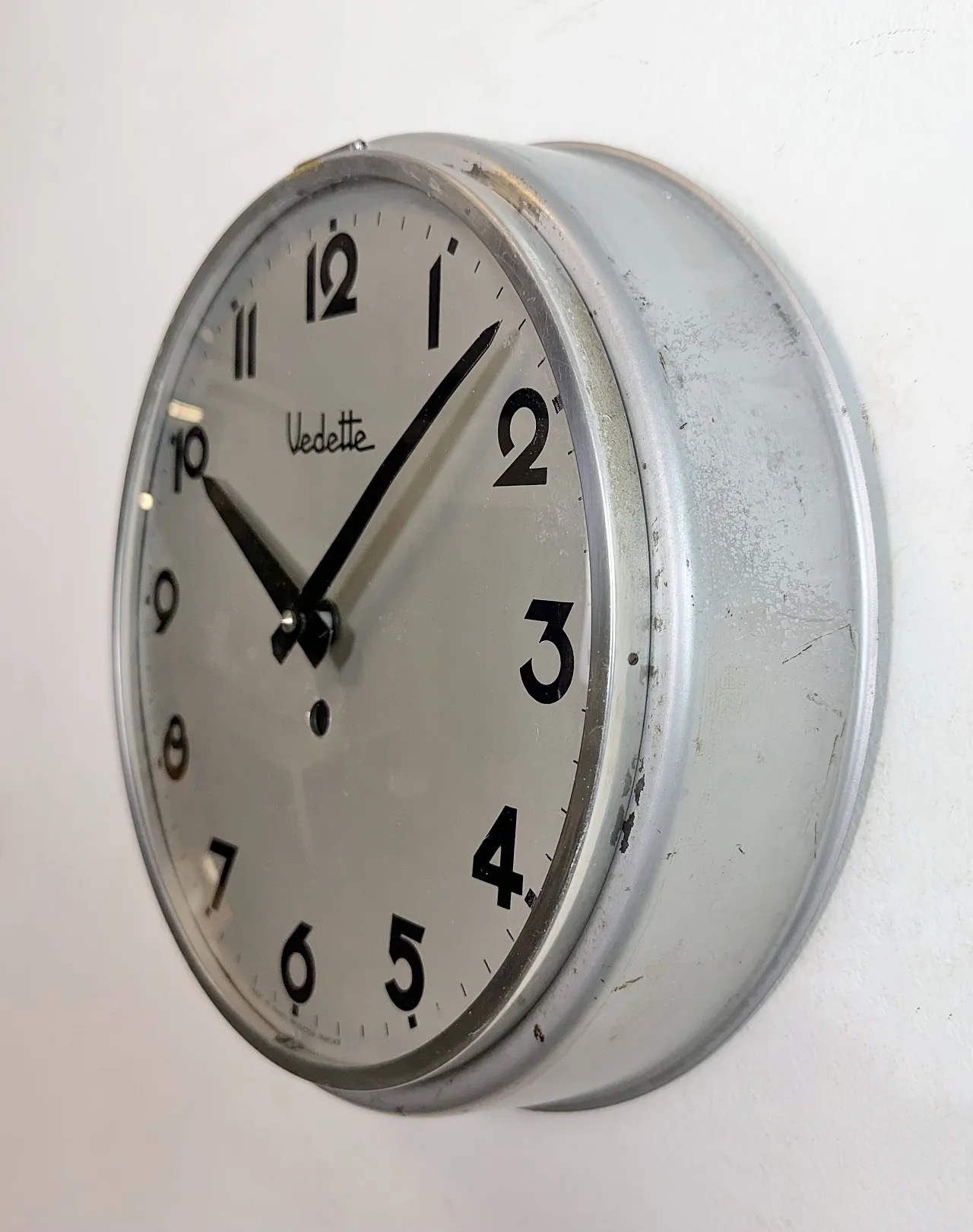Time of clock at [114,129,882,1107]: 10:07
